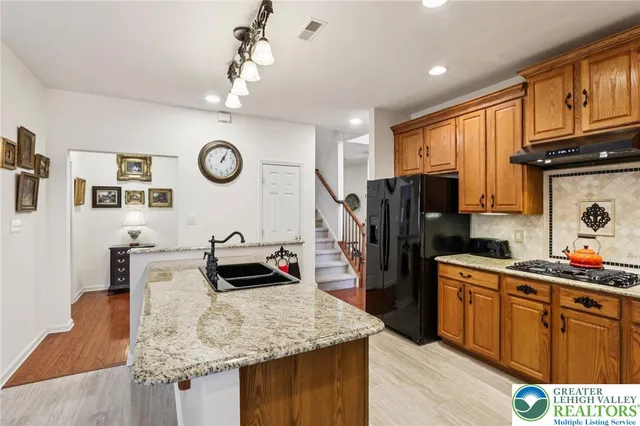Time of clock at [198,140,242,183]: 1:05
